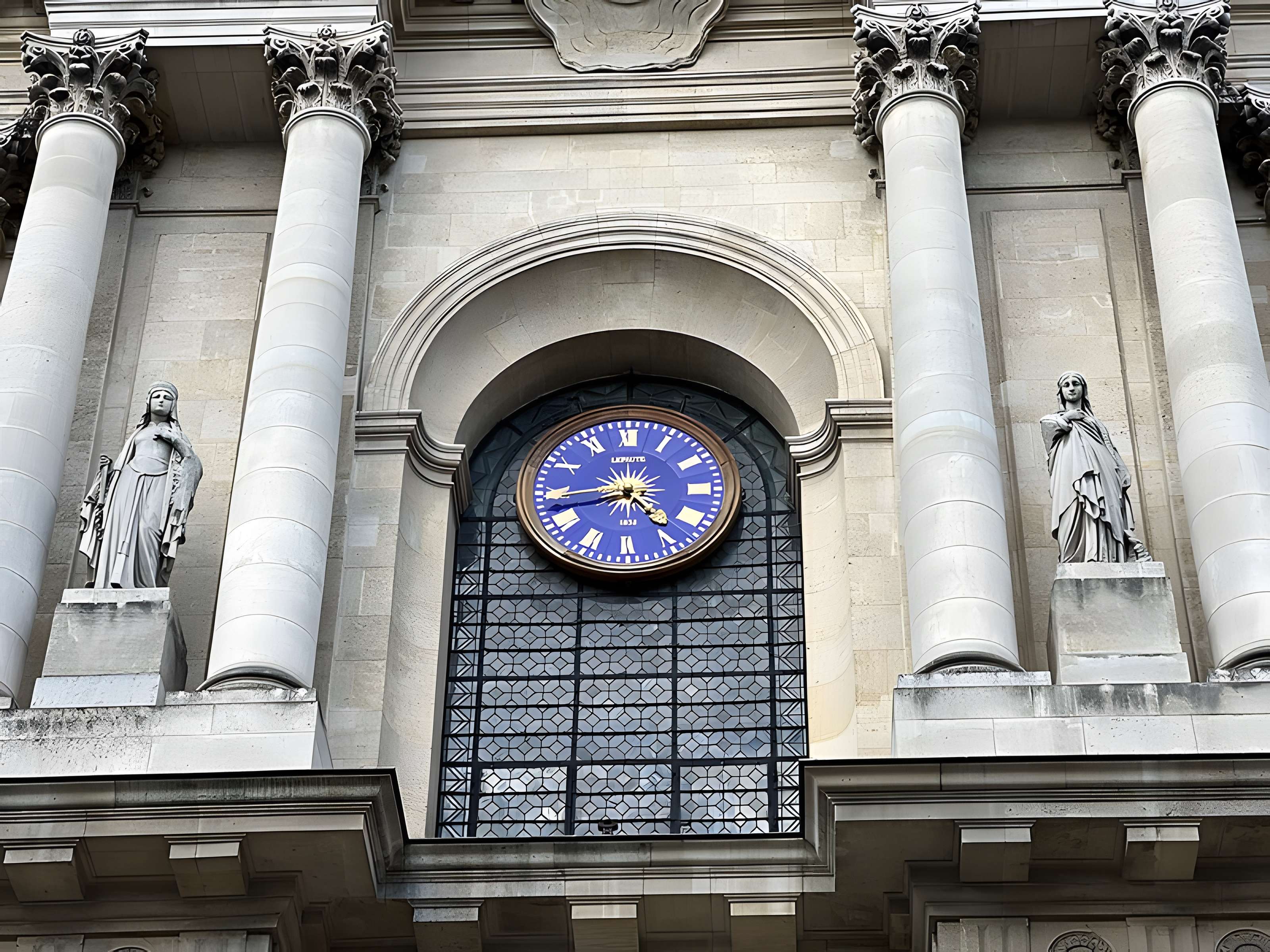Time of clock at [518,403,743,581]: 4:44
